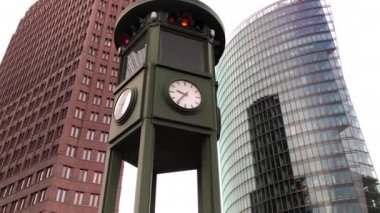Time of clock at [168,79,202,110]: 9:36
